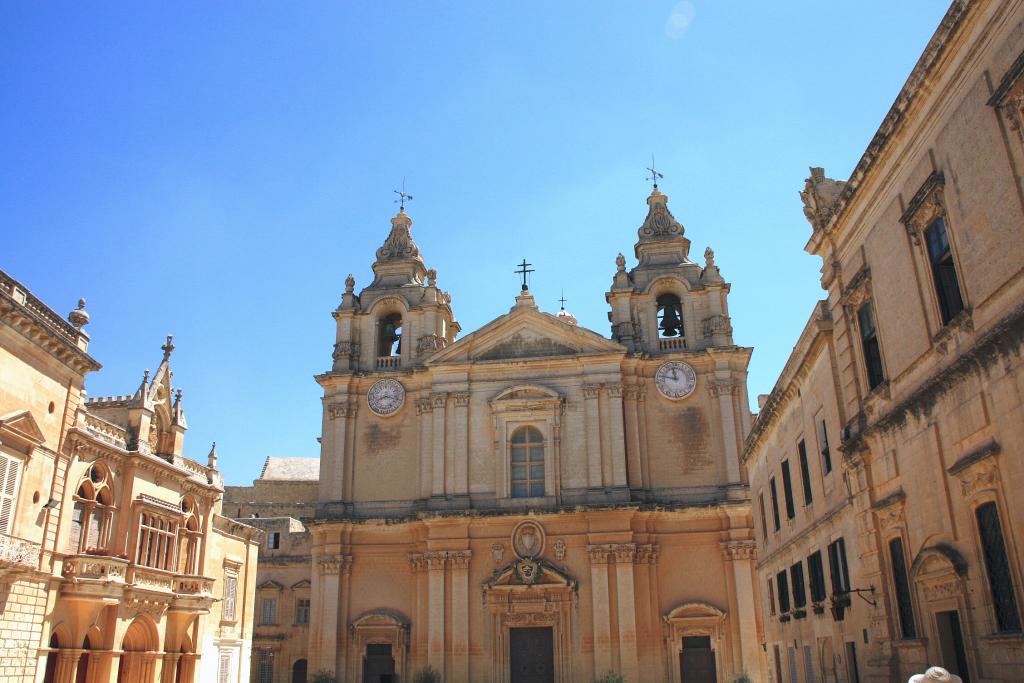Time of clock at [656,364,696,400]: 11:46
